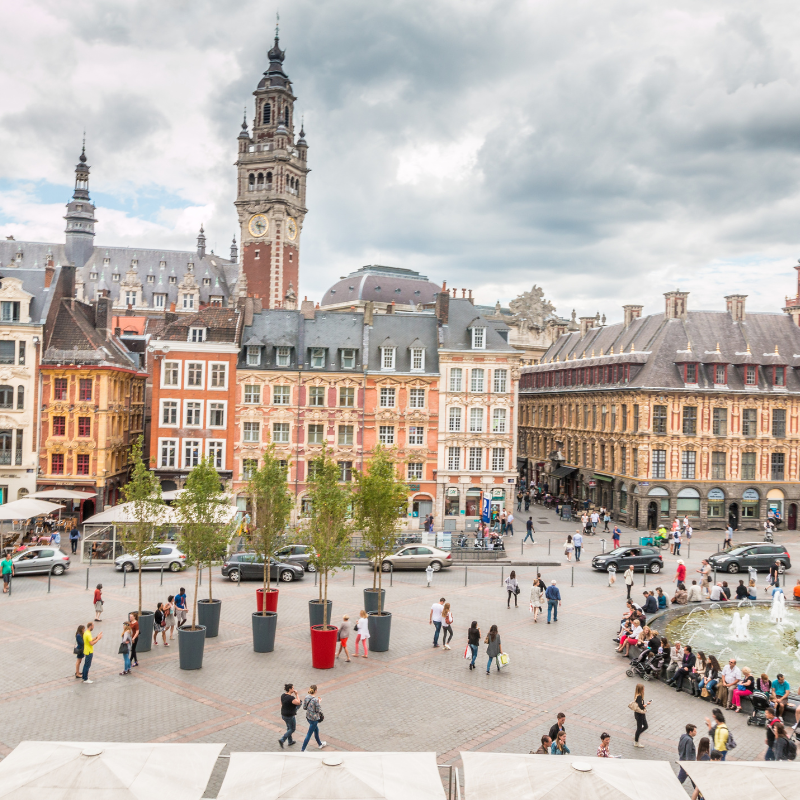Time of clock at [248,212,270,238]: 3:27
